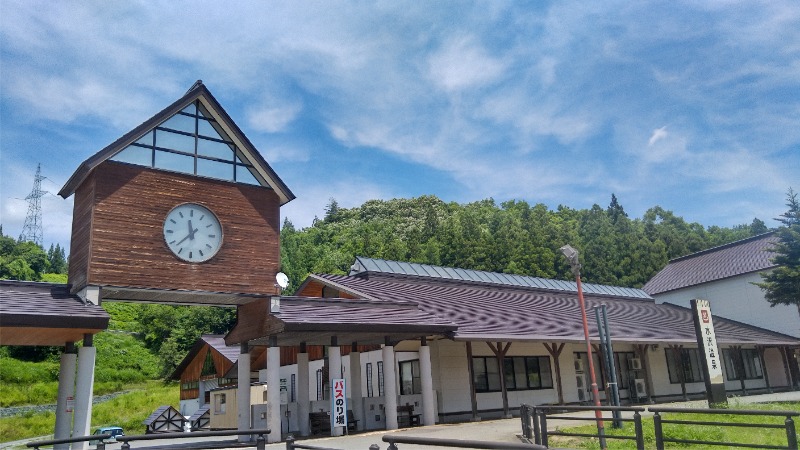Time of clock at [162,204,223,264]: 11:37
